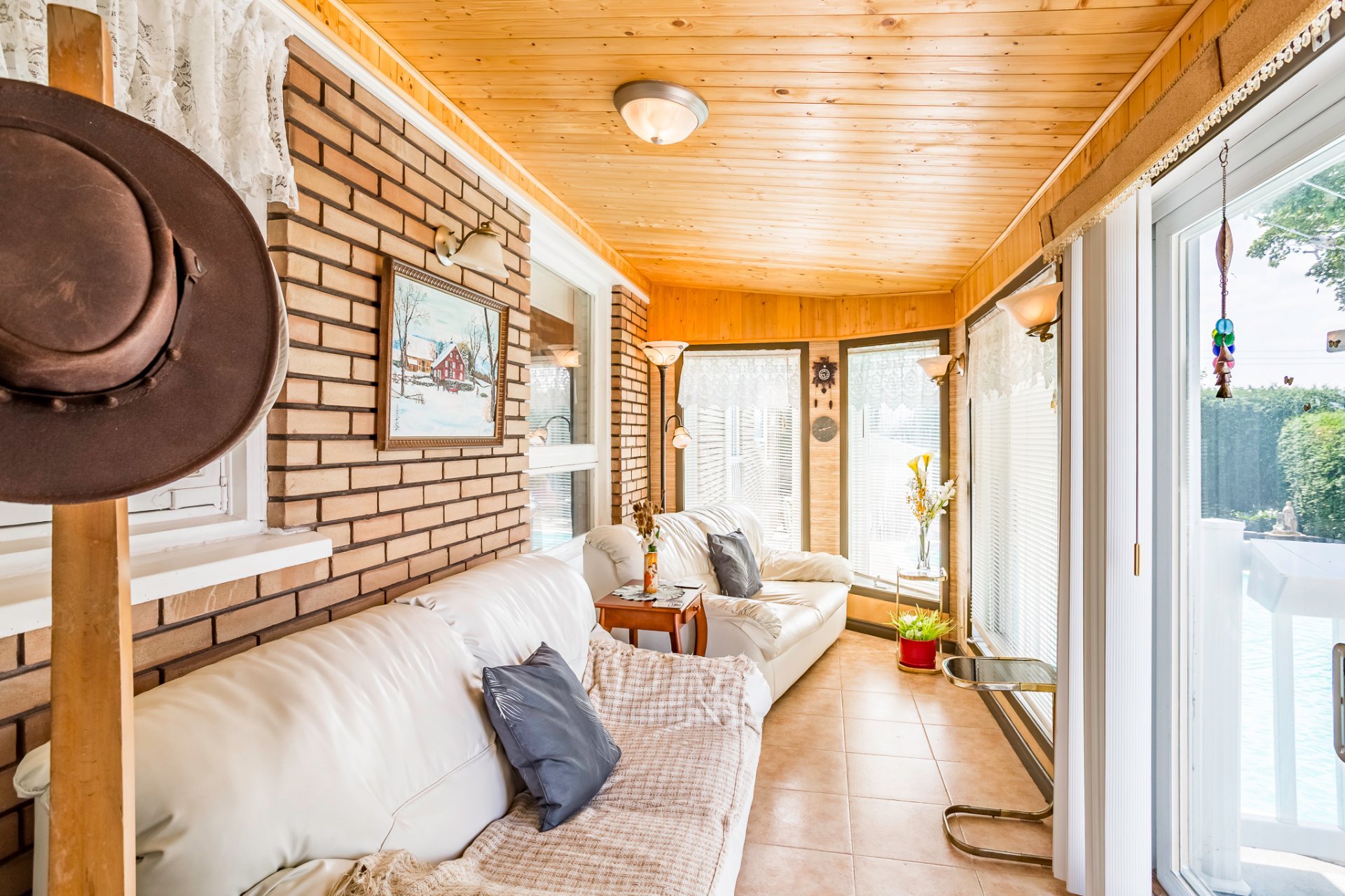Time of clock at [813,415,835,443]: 8:12
